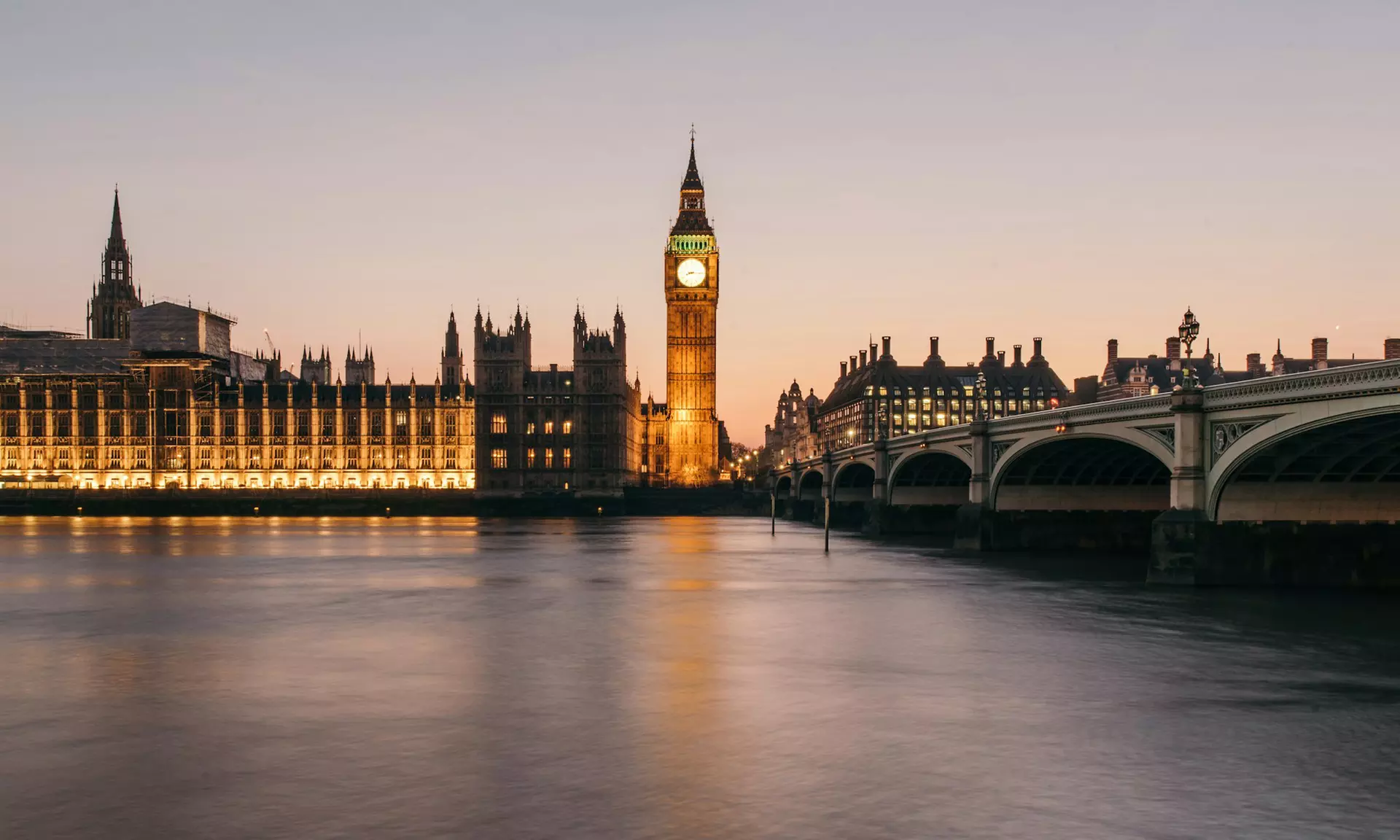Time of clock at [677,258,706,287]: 8:15
